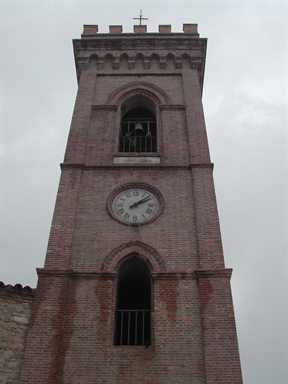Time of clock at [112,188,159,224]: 2:08
